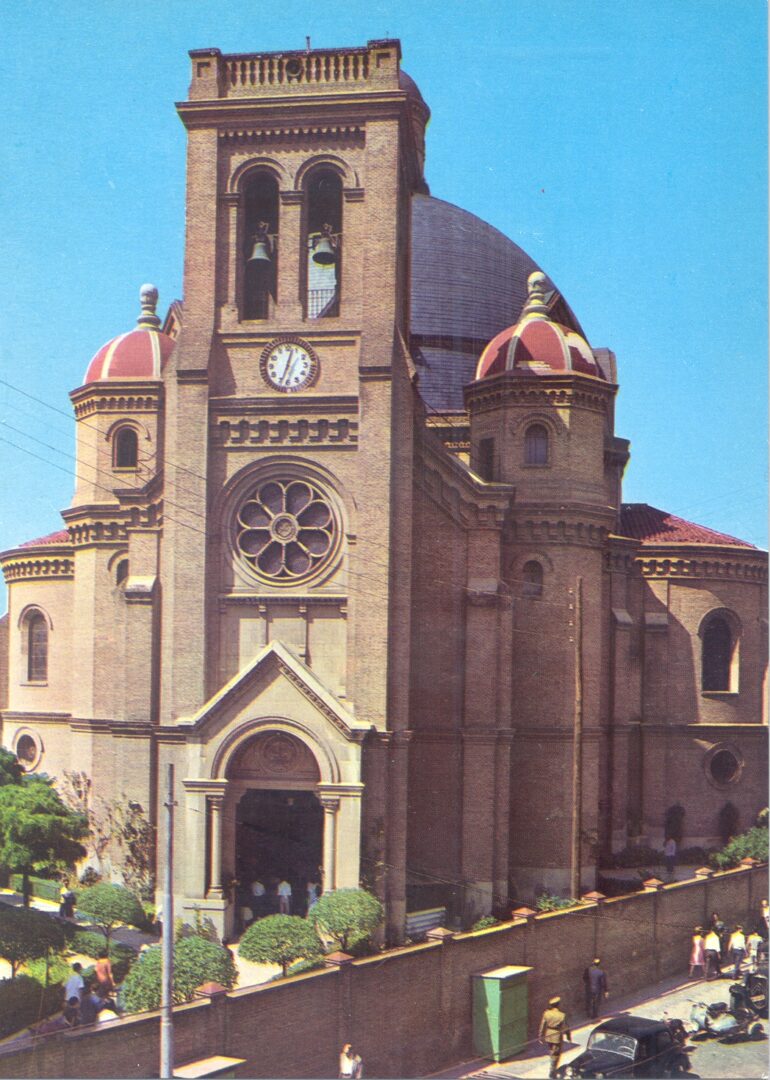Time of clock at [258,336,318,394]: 12:33
